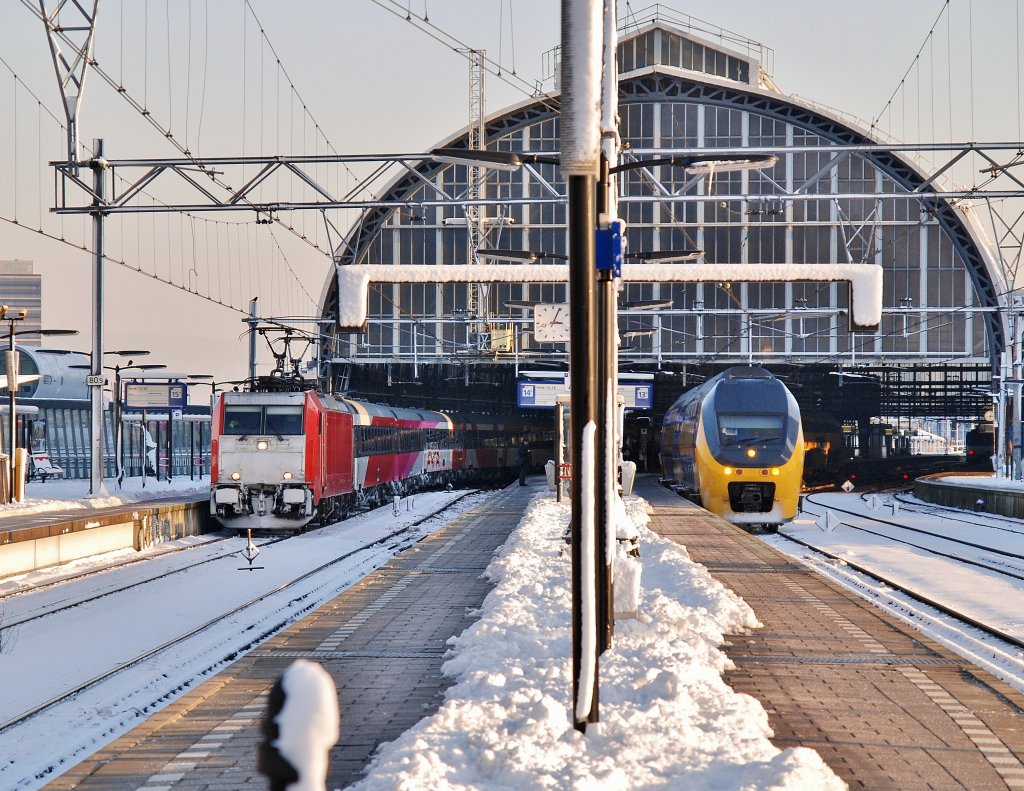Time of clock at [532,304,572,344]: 3:04
